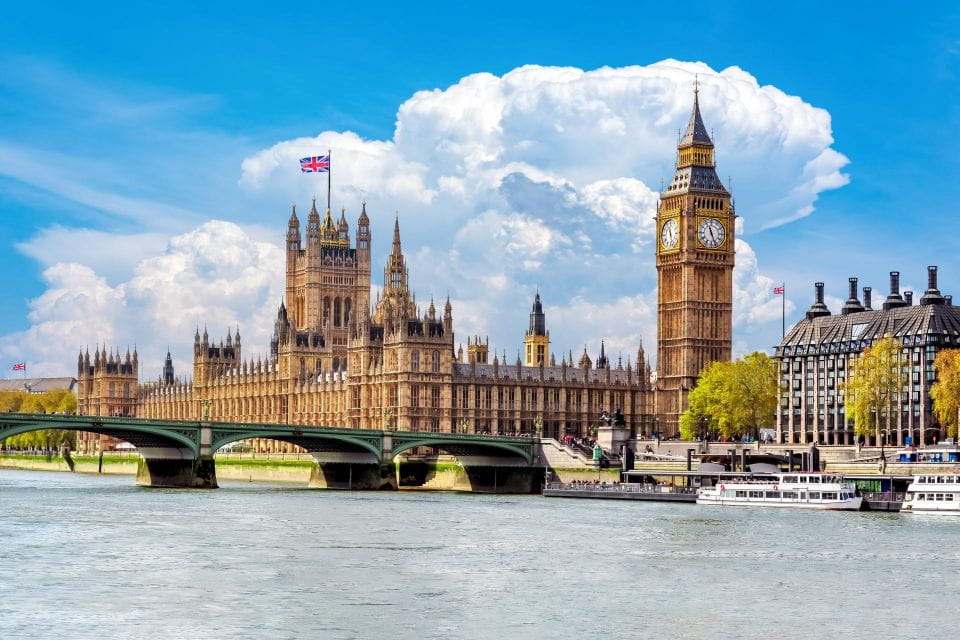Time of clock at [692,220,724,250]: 11:26
